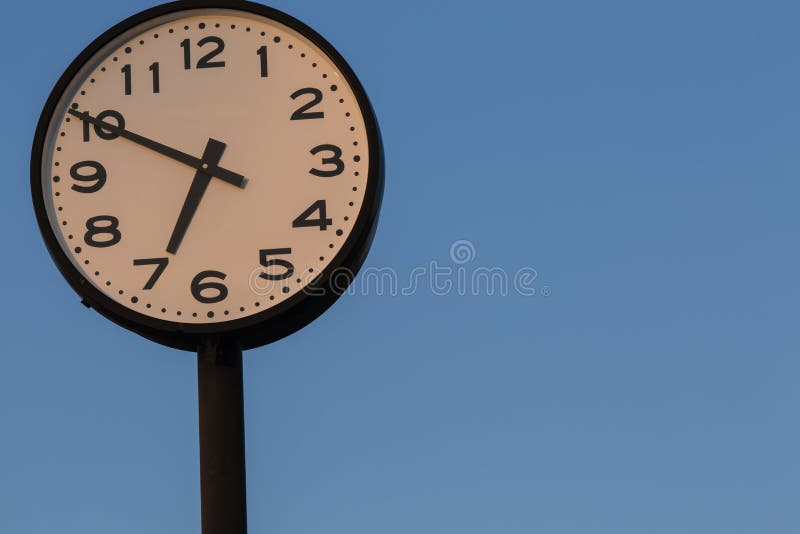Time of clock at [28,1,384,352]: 6:49
